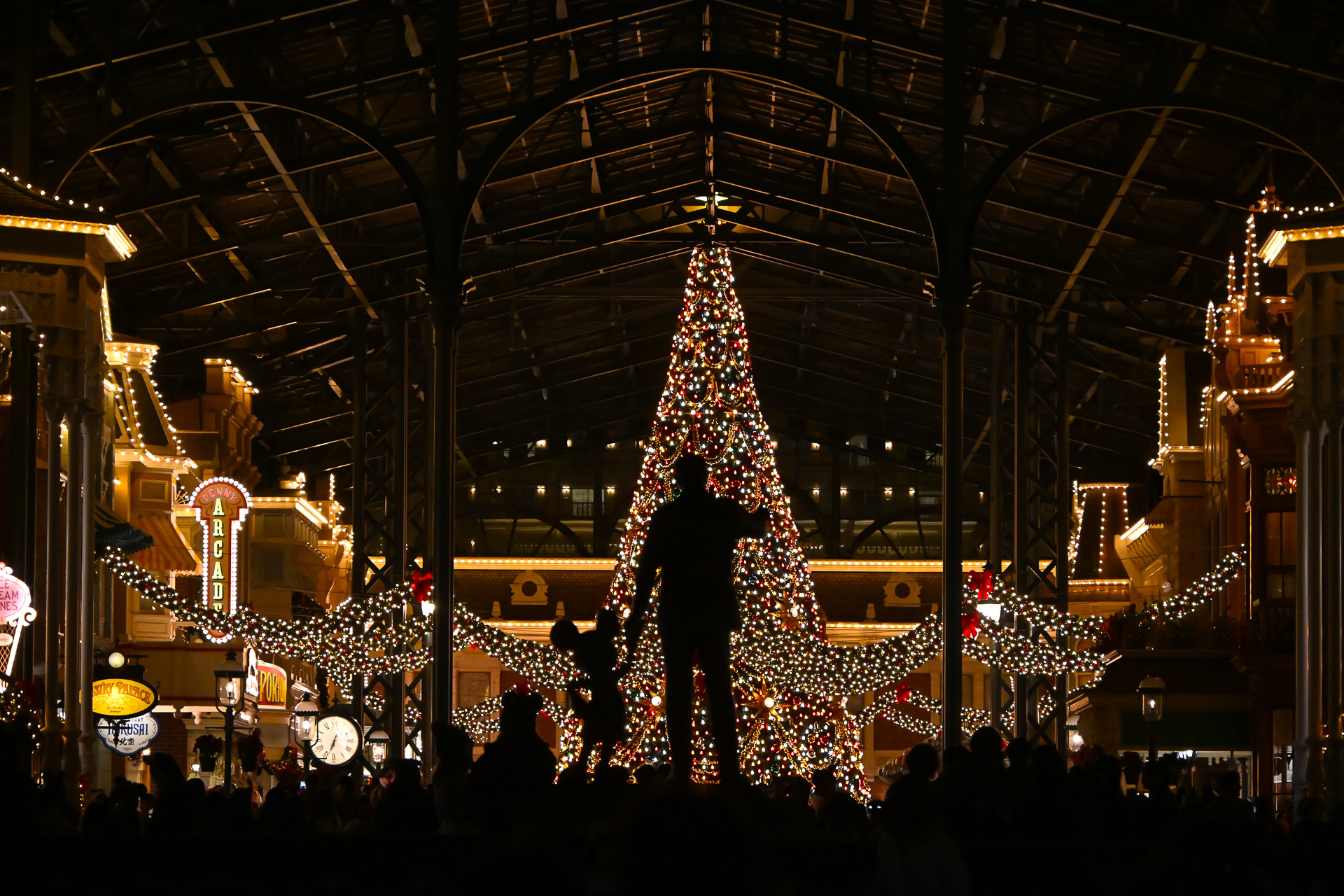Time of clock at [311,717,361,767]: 6:33
